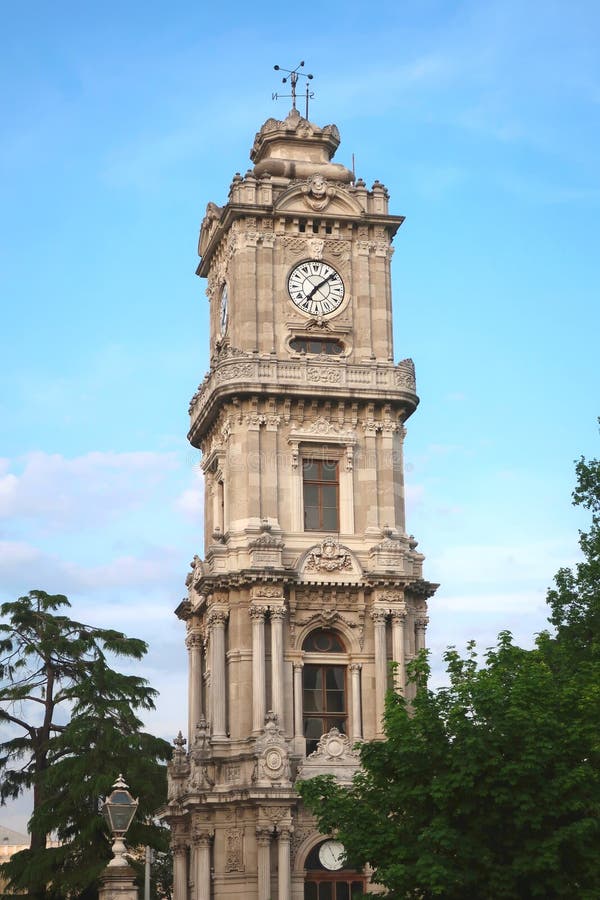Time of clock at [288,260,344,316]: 7:08
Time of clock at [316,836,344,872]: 1:56
